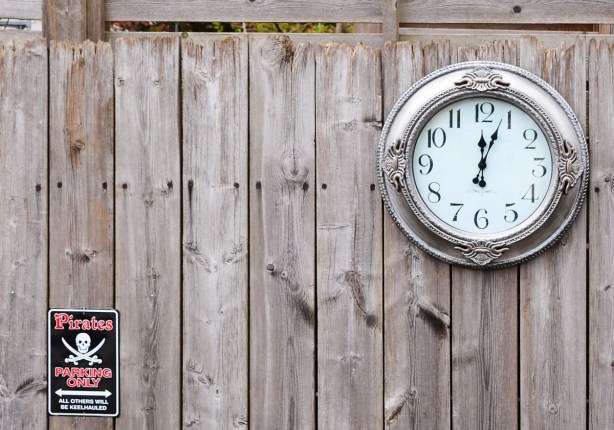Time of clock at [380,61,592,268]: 12:03
